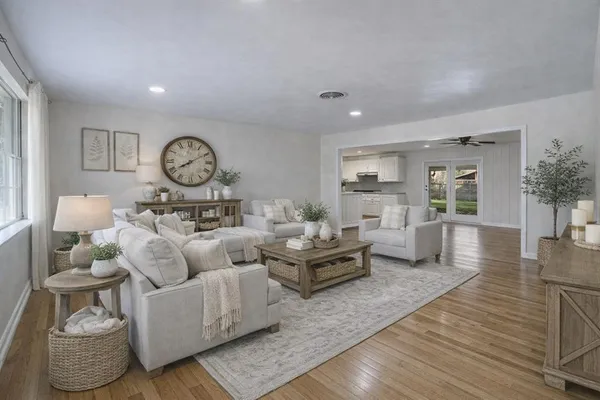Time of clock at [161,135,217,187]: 8:09
